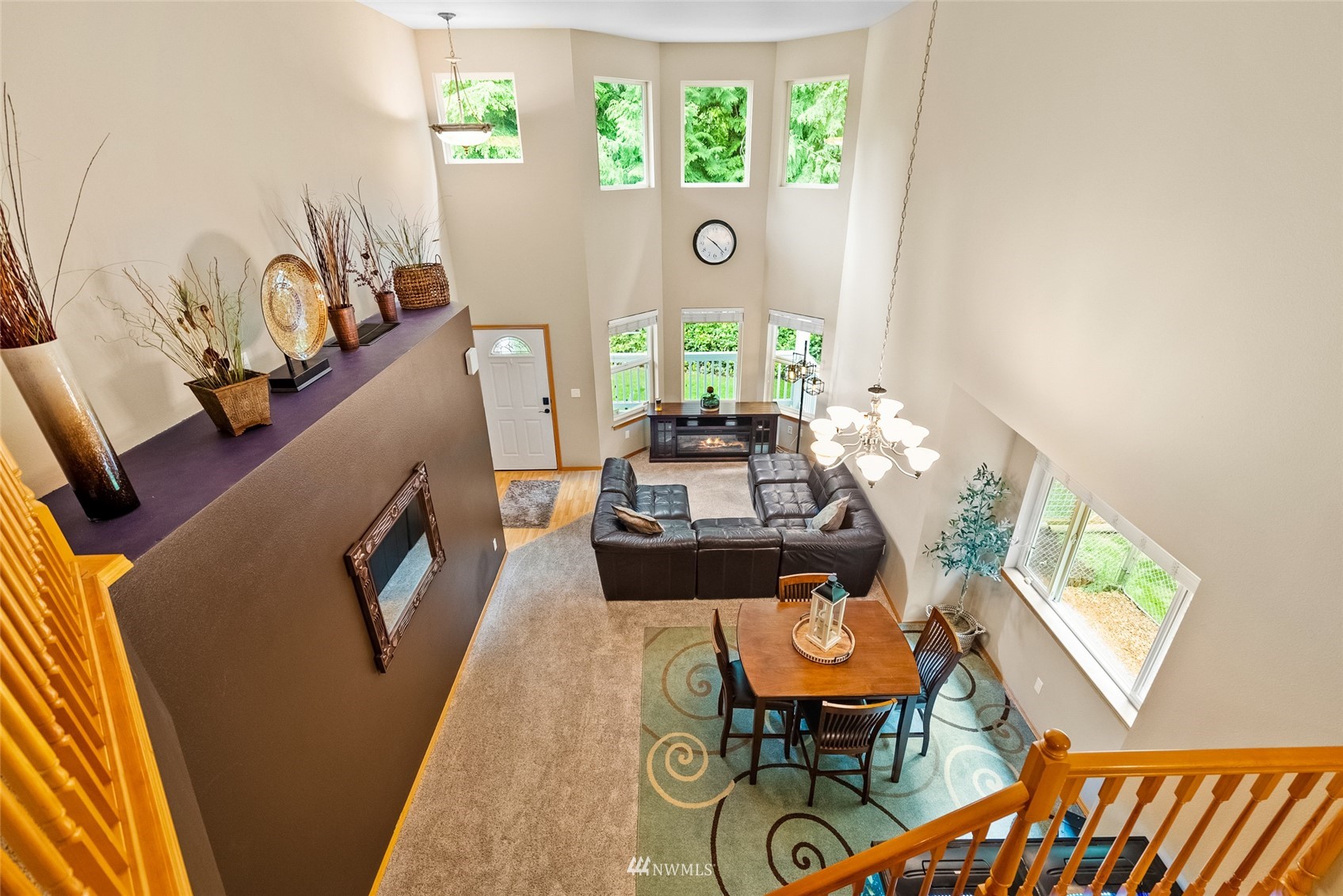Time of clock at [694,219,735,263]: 10:22
